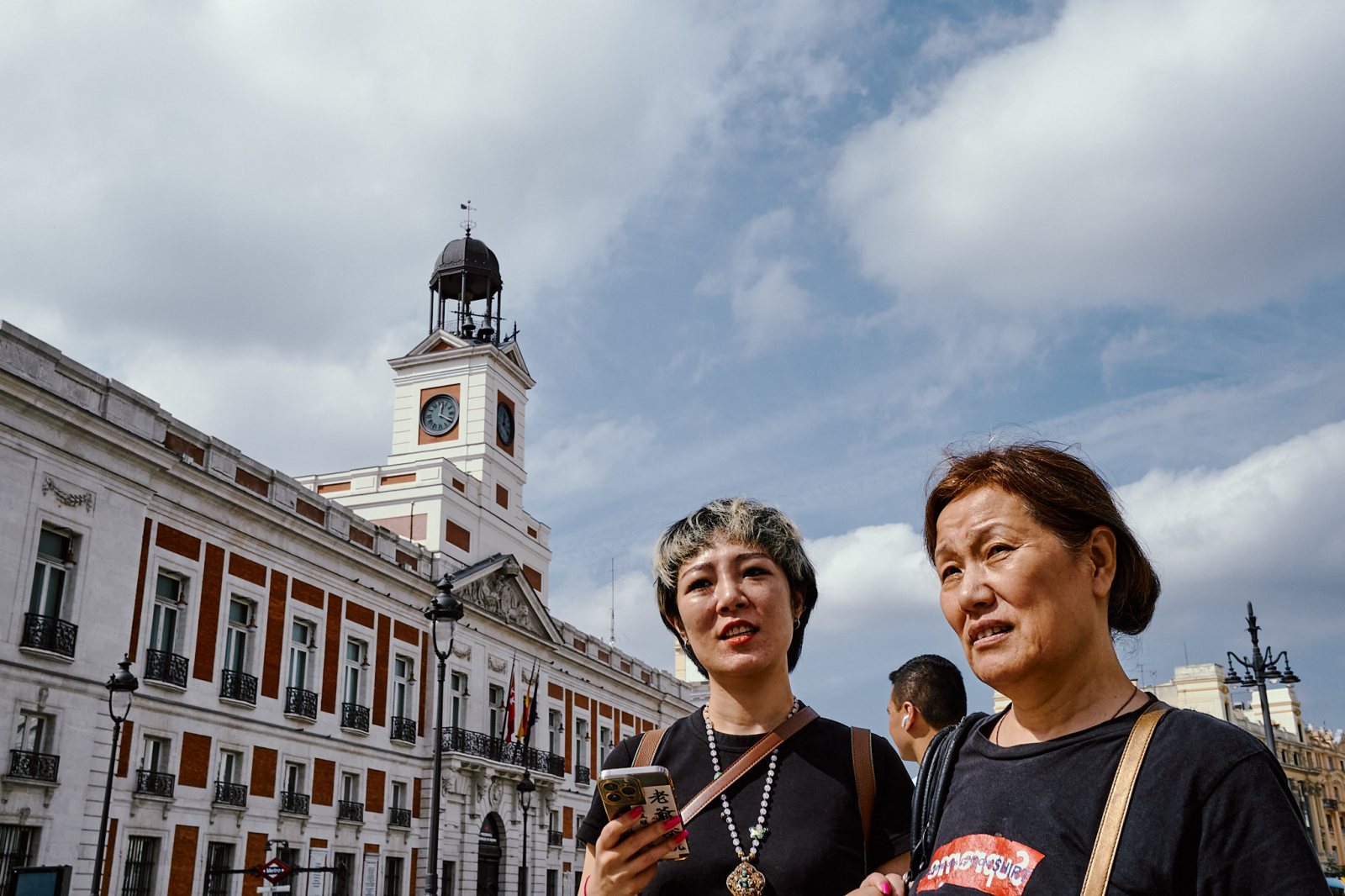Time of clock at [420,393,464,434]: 12:20
